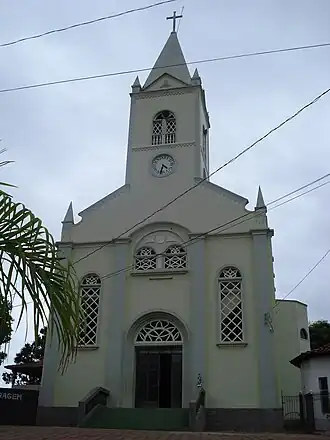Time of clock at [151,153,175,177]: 4:33
